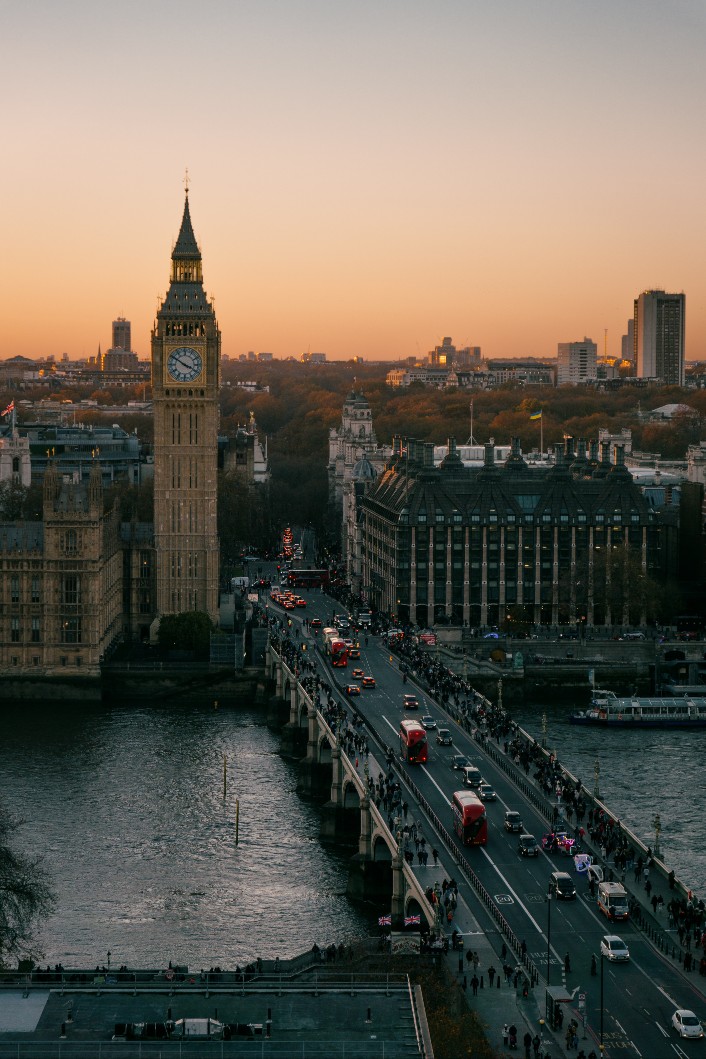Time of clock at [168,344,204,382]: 3:50
